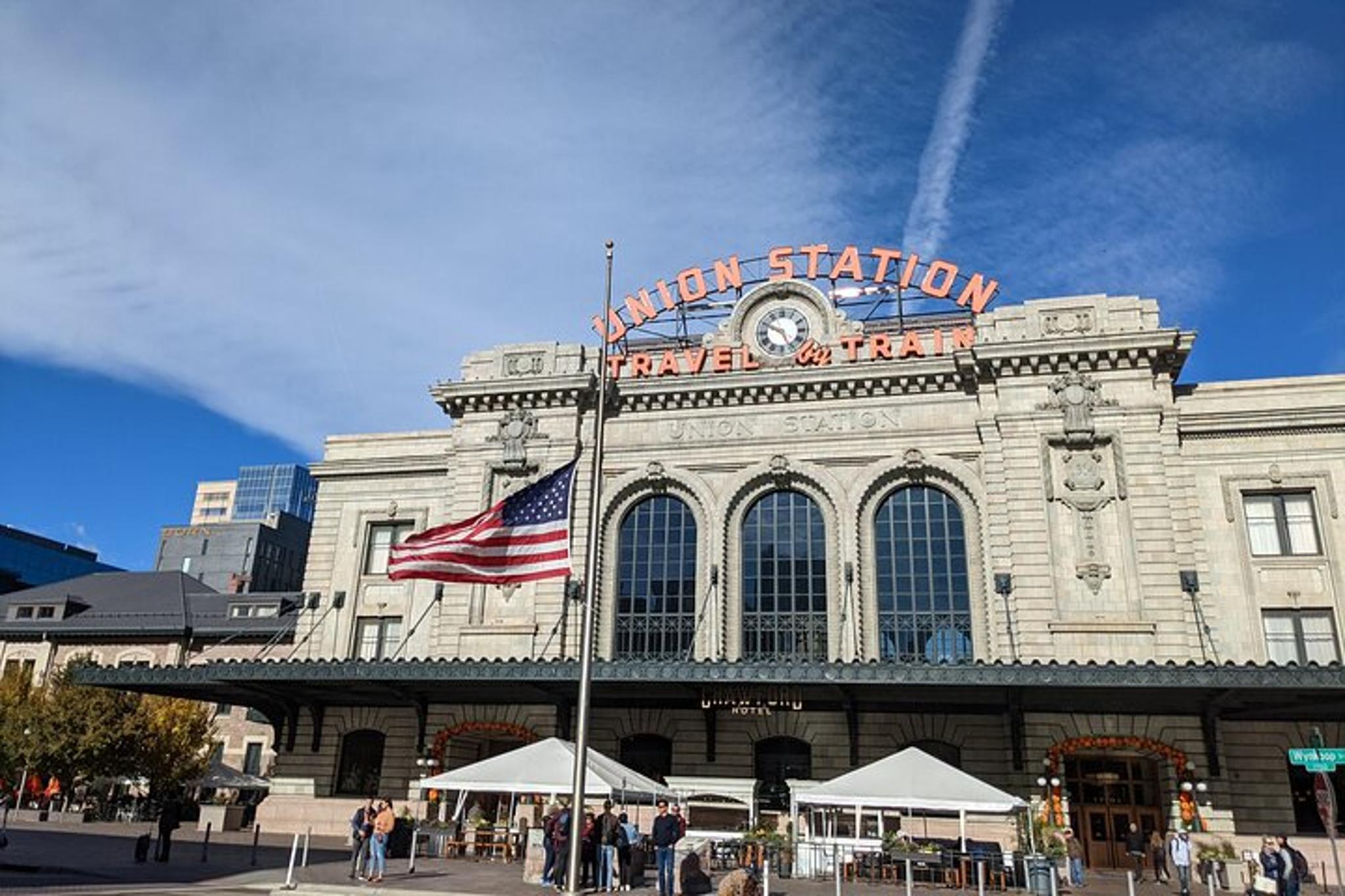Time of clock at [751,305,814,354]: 4:49
